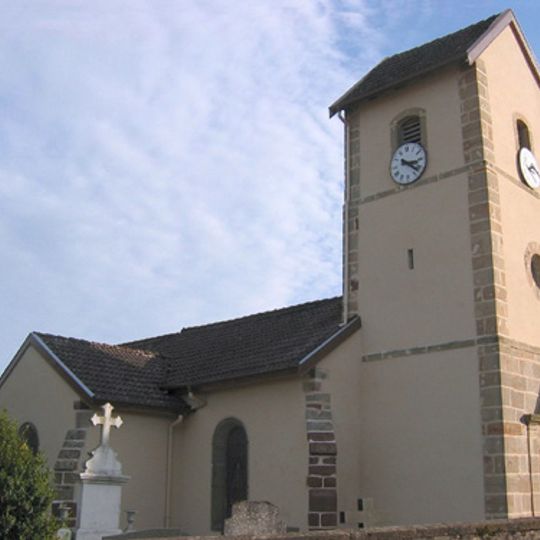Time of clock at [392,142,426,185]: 3:21
